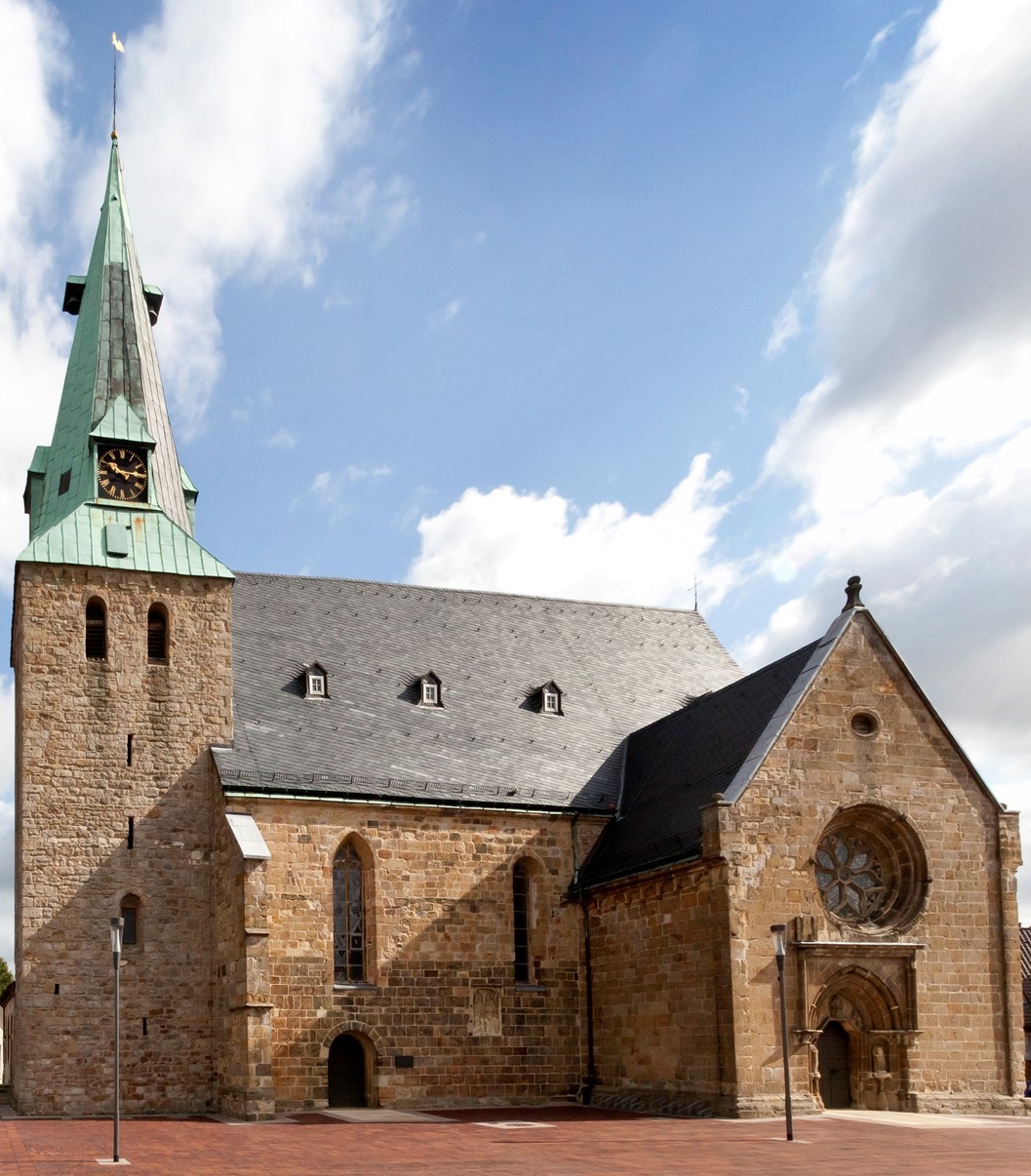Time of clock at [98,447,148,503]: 10:14
